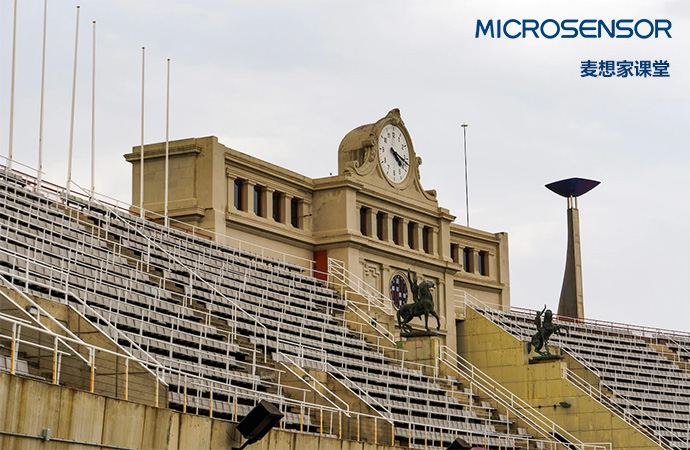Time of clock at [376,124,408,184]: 4:17
